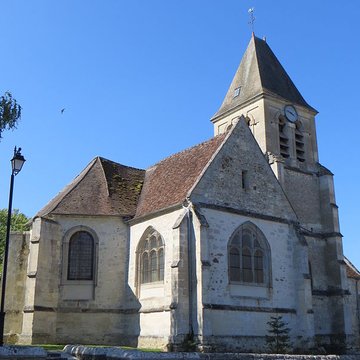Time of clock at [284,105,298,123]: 9:48
